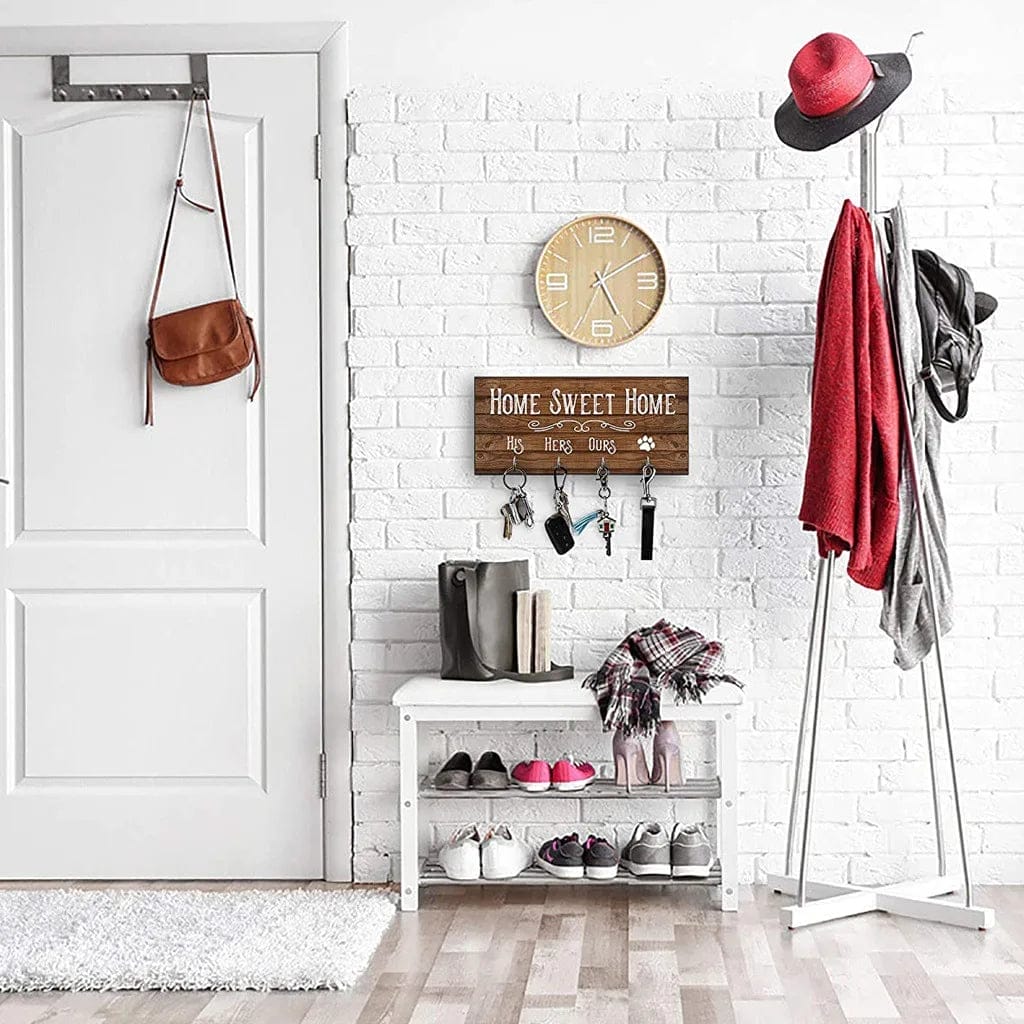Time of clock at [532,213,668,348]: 5:09
